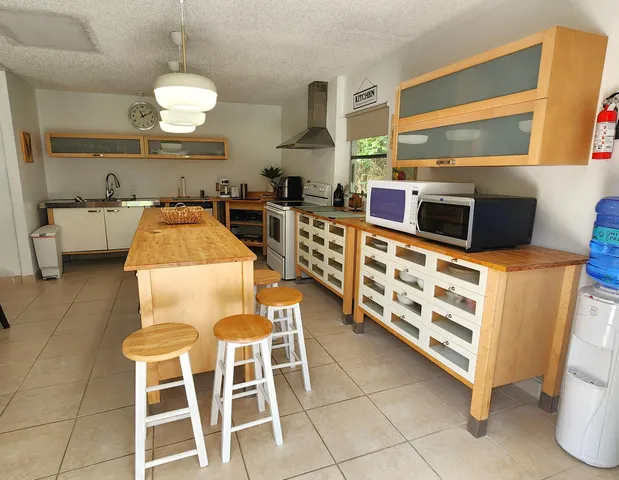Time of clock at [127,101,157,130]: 11:10
